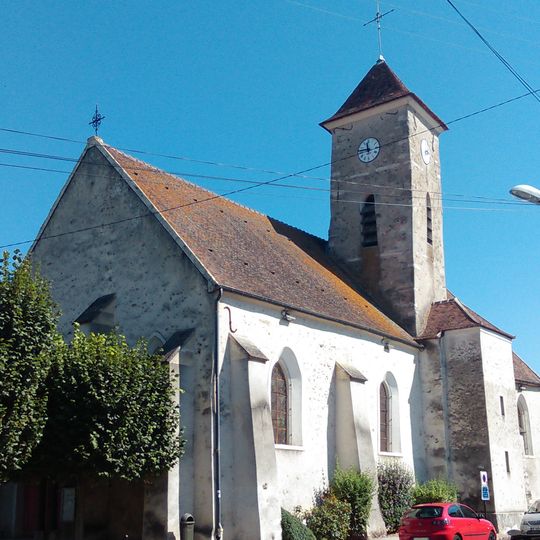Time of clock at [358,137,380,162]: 11:46
